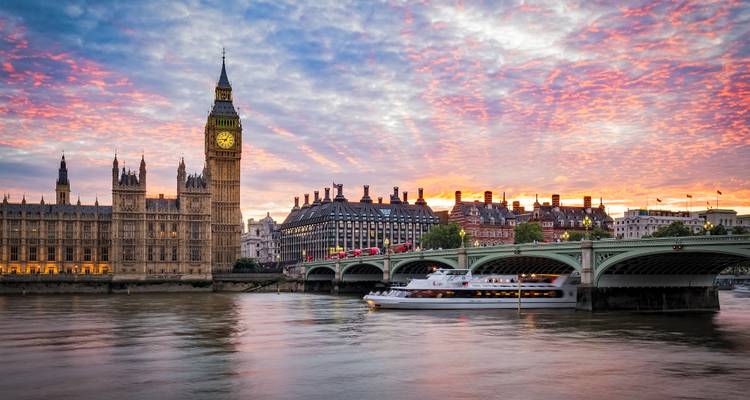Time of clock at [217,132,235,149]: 9:05
